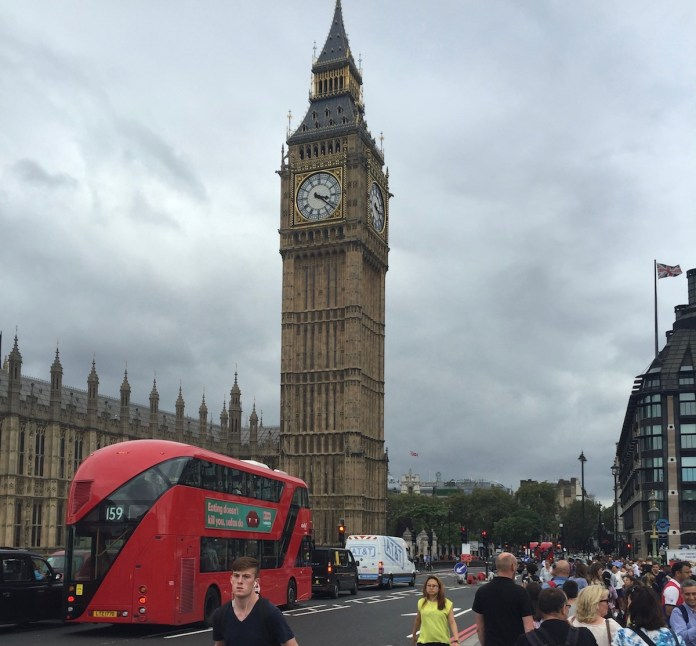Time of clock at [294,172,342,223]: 3:21
